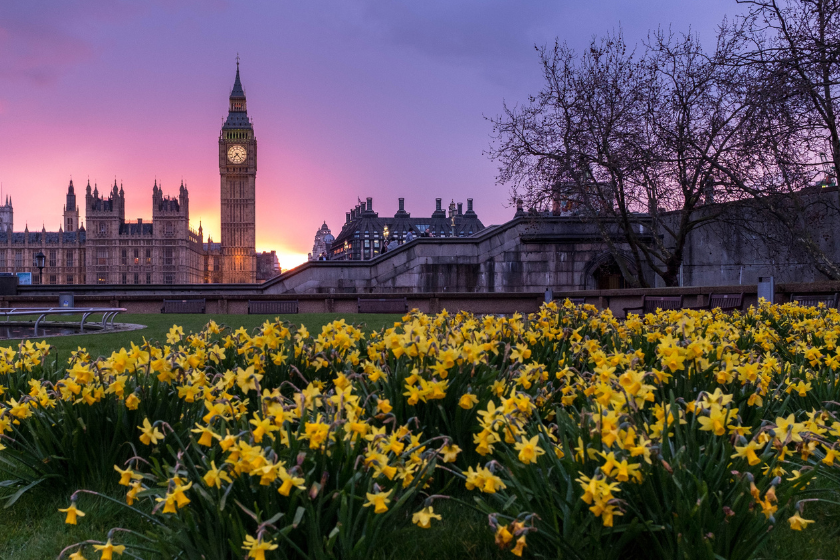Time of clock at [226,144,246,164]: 7:23
